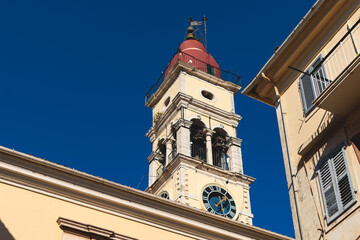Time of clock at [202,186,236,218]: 1:28
